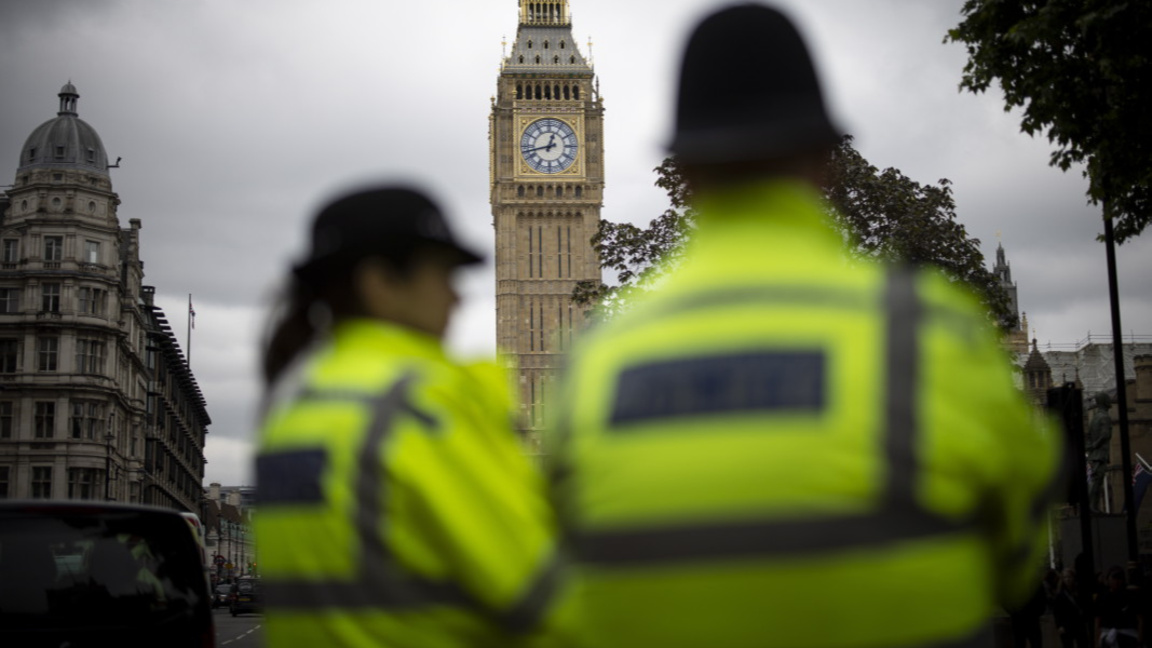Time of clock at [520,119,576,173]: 12:42
